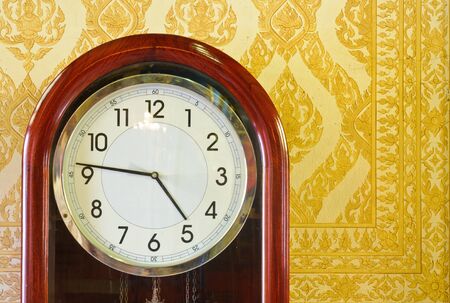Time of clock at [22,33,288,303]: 4:46
